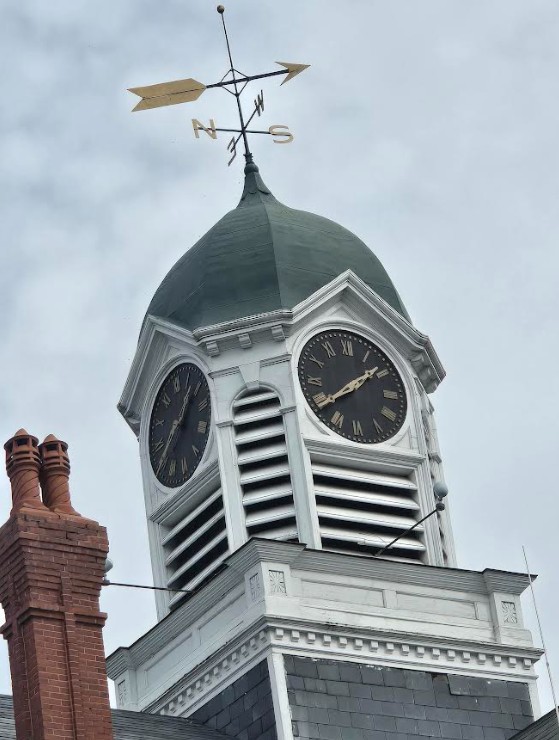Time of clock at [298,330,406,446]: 1:39
